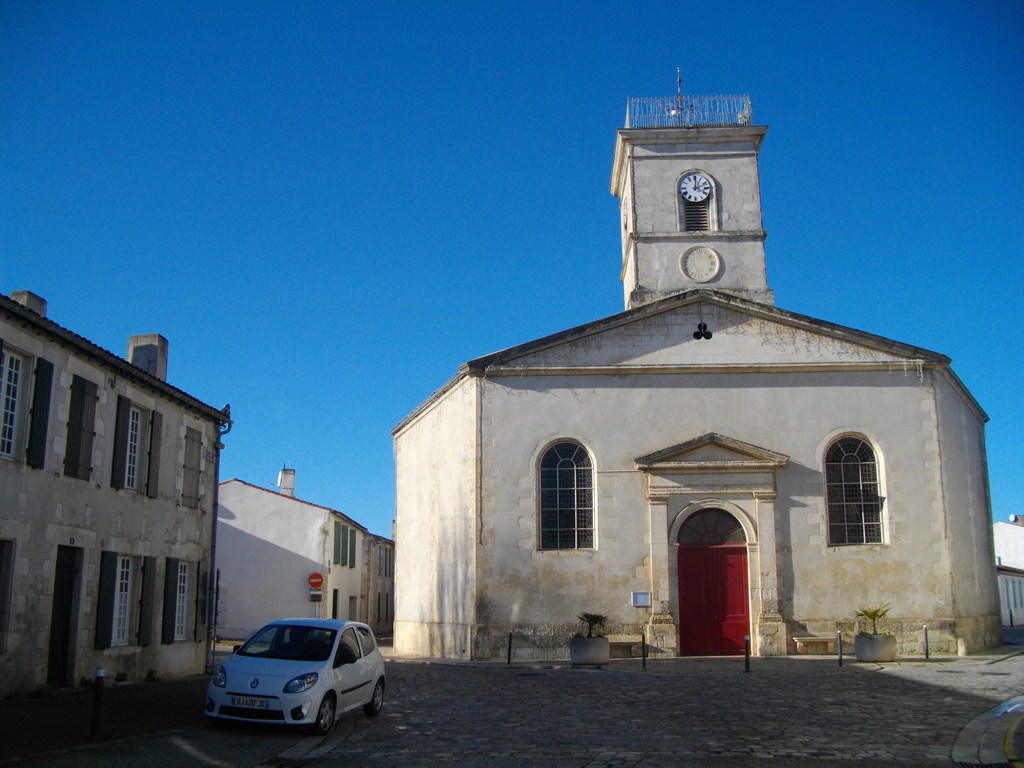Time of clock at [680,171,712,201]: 12:11
